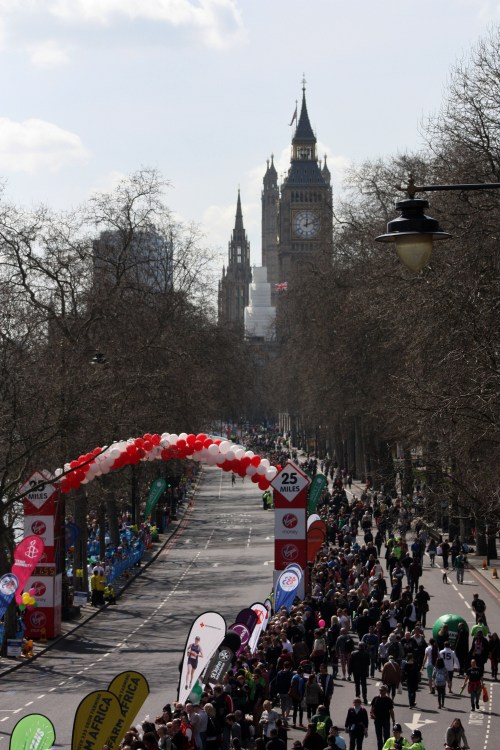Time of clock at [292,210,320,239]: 12:11
